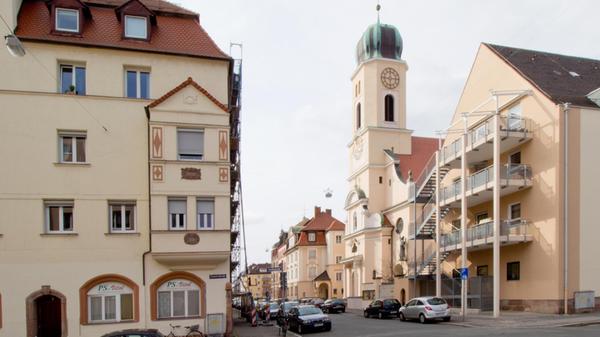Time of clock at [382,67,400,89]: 6:14
